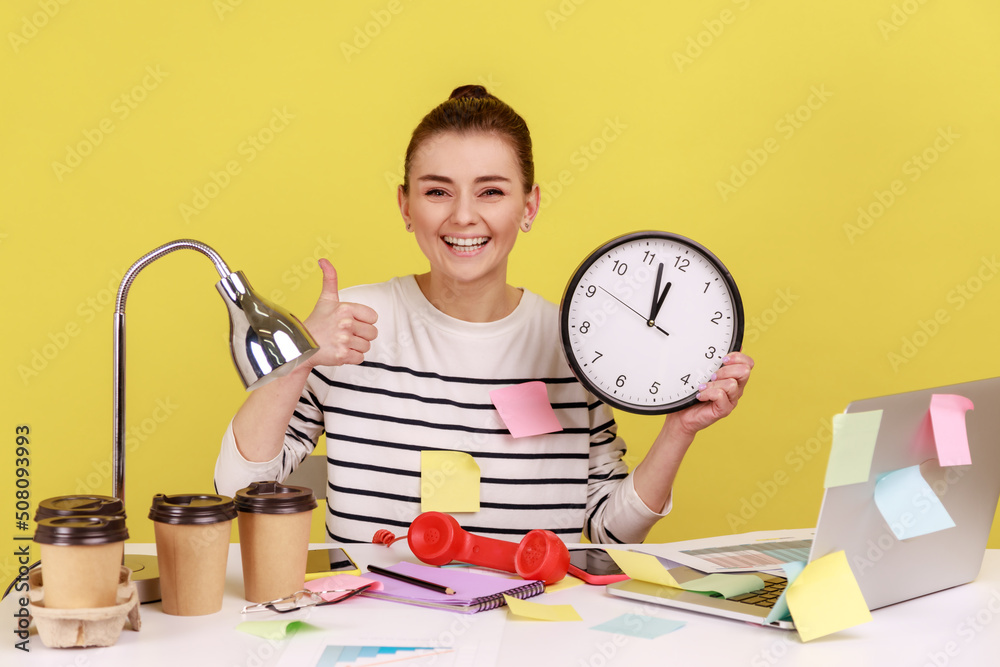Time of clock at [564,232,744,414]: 11:56
